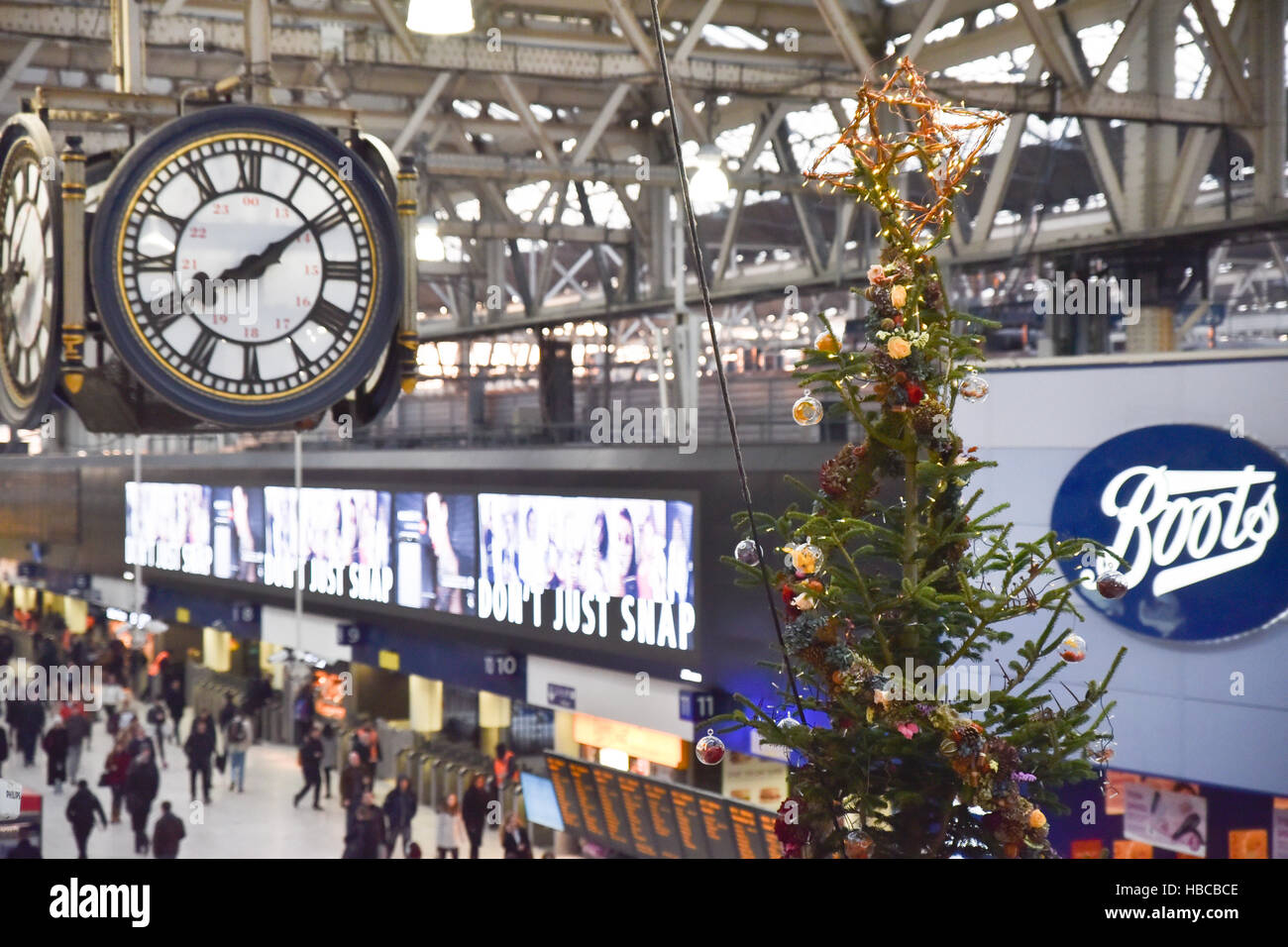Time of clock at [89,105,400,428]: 8:09
